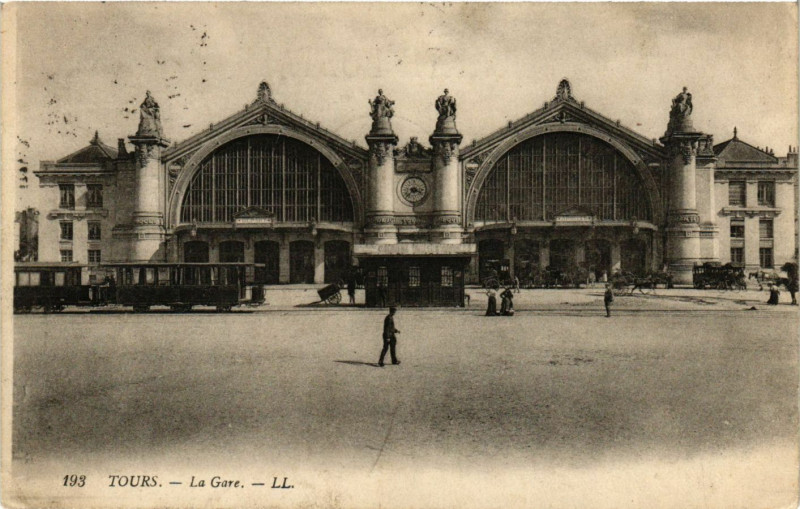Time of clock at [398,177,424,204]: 3:37
